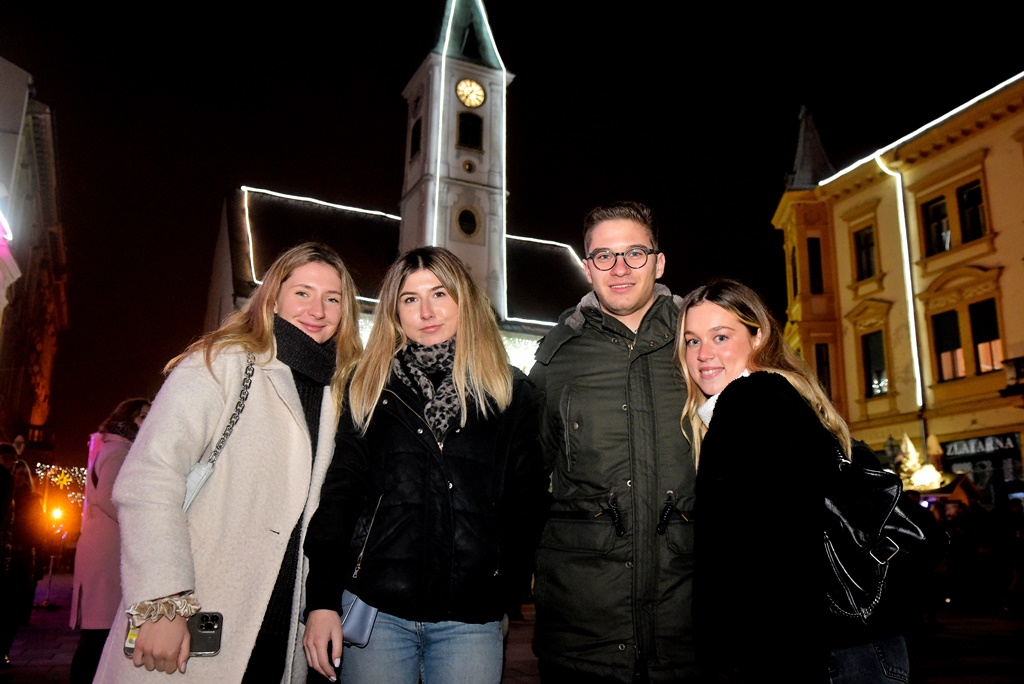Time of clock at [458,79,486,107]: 7:36
